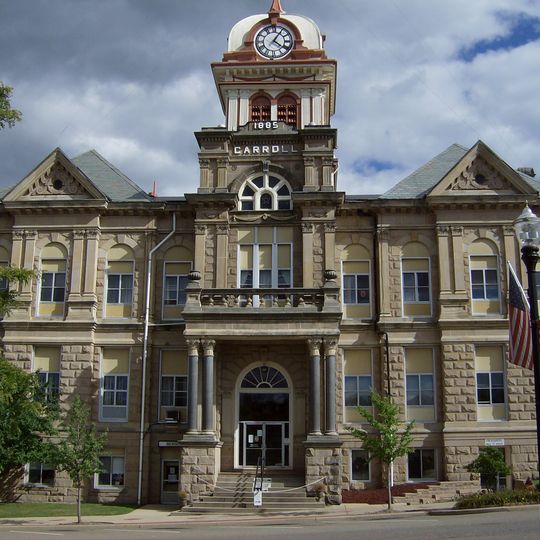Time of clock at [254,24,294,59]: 4:05
